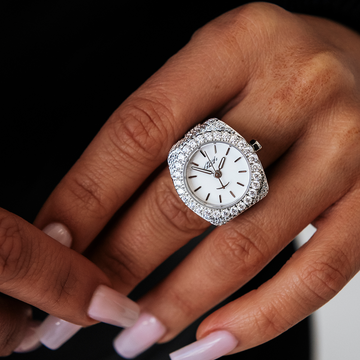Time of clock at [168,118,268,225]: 12:48
